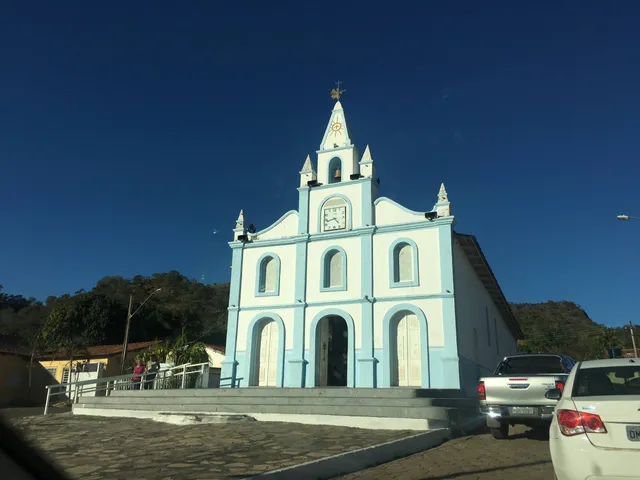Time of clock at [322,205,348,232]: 4:42
